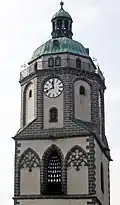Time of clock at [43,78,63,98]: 11:41
